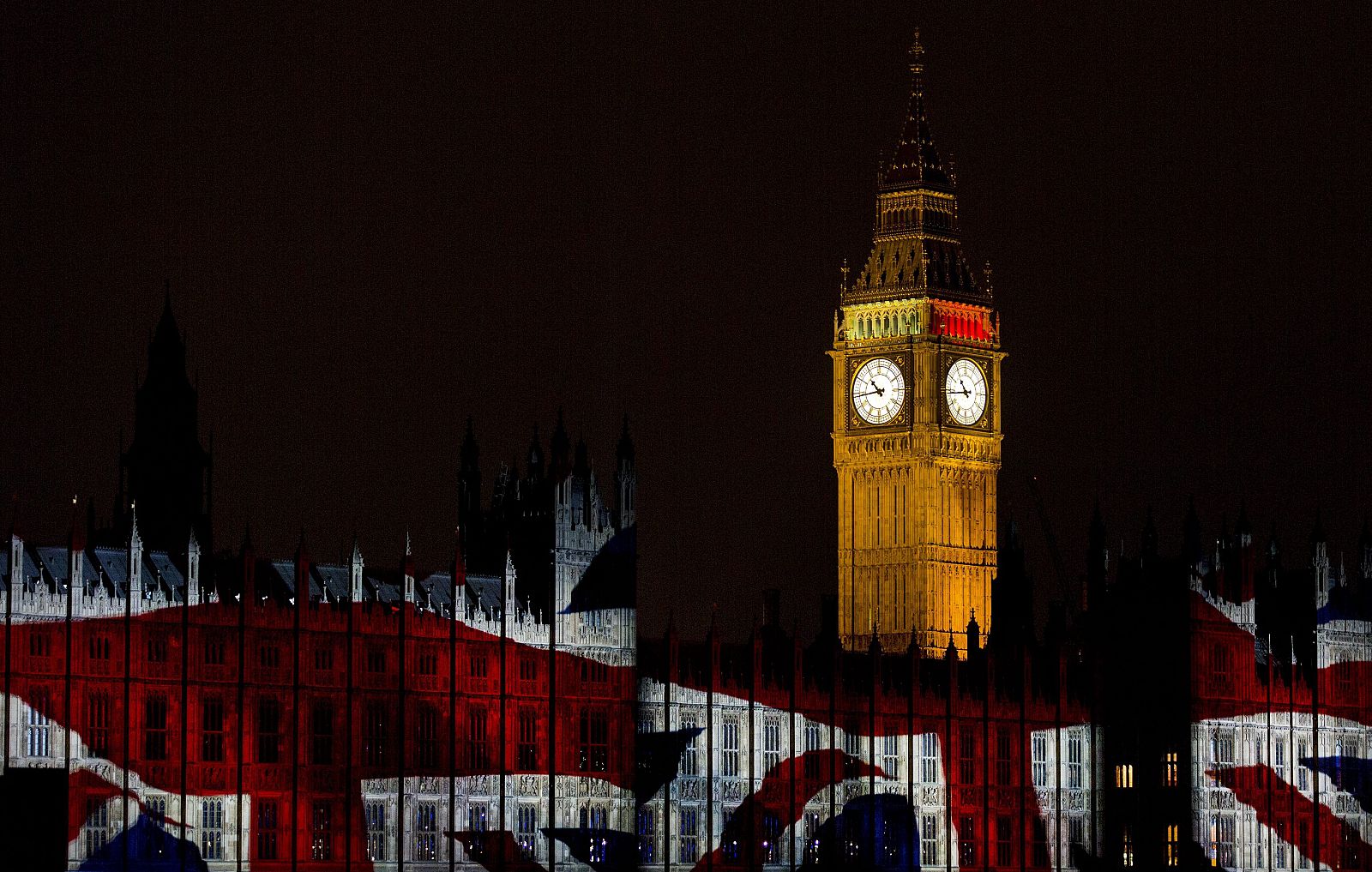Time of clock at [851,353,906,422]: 10:43
